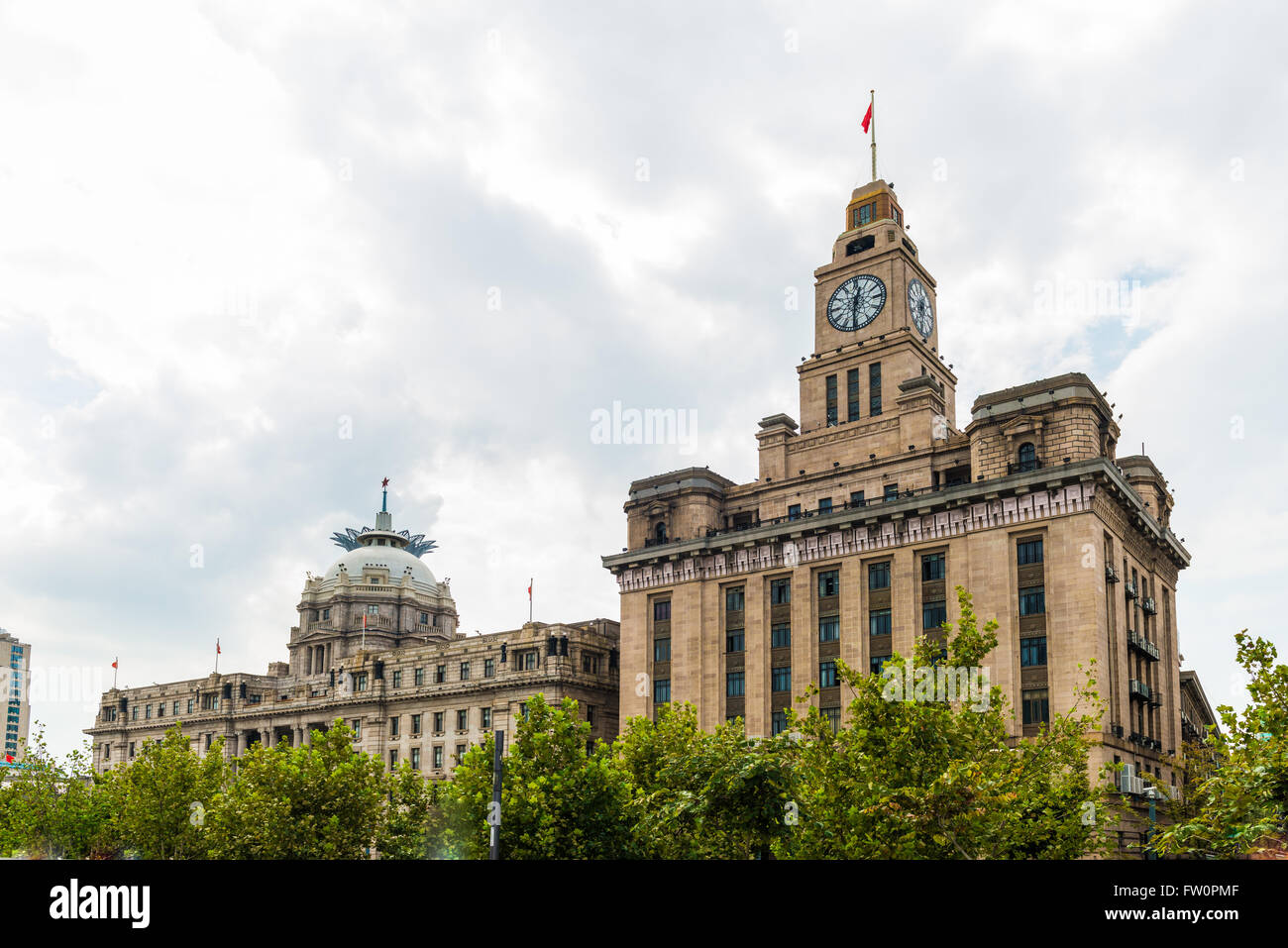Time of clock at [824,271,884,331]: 12:30
